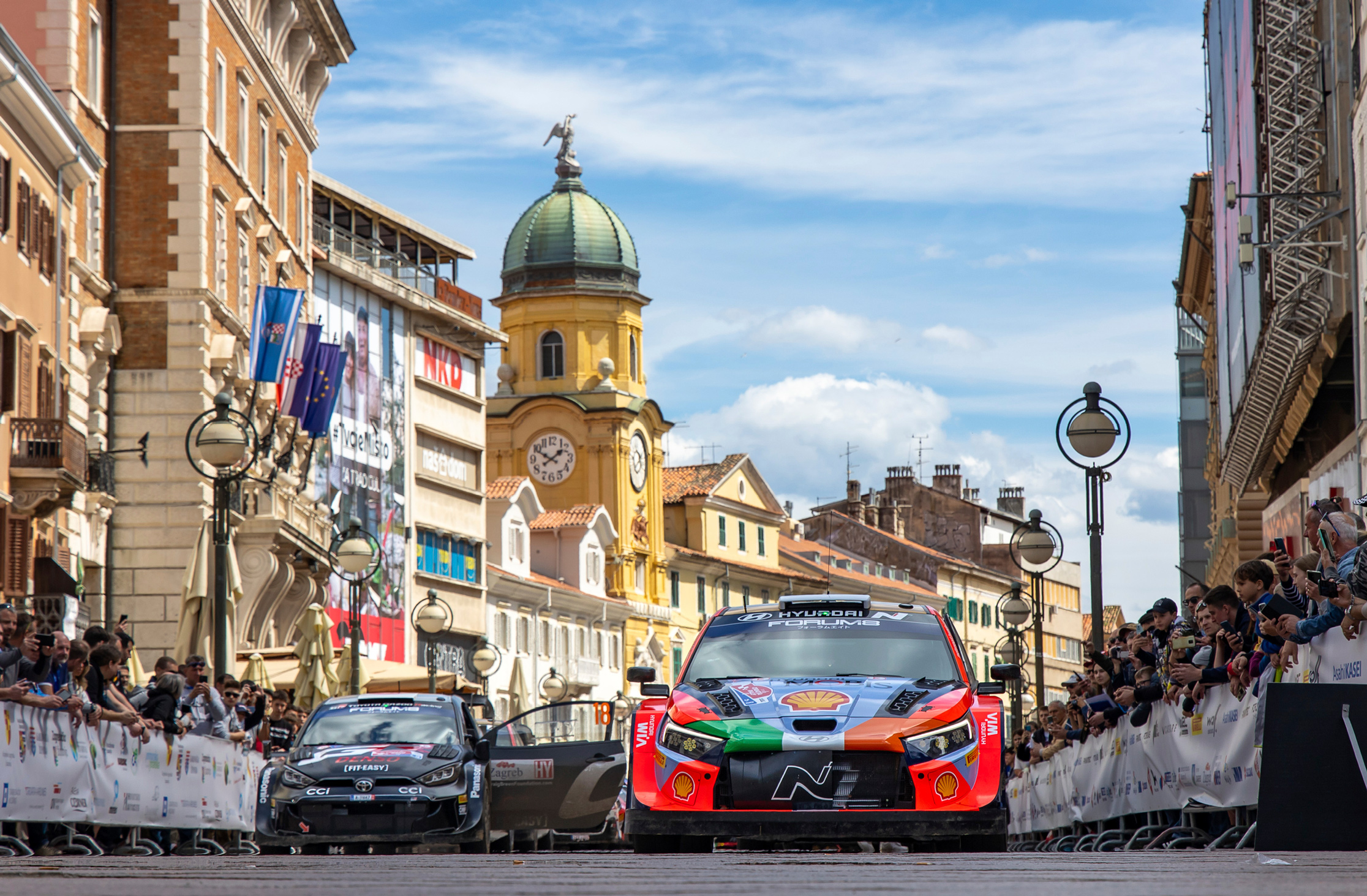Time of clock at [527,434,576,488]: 1:49
